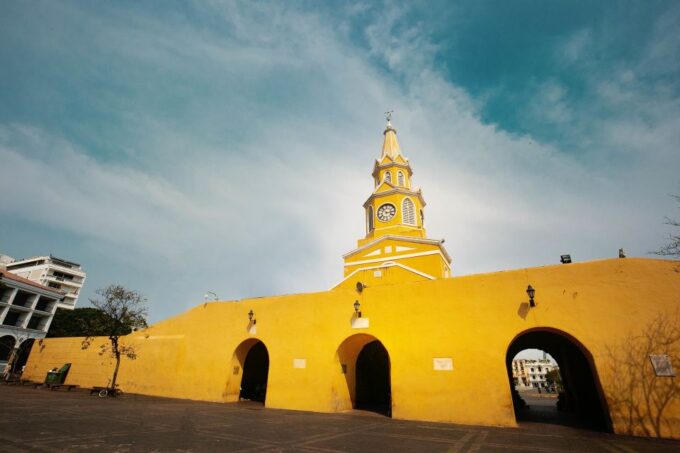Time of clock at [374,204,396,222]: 2:53
